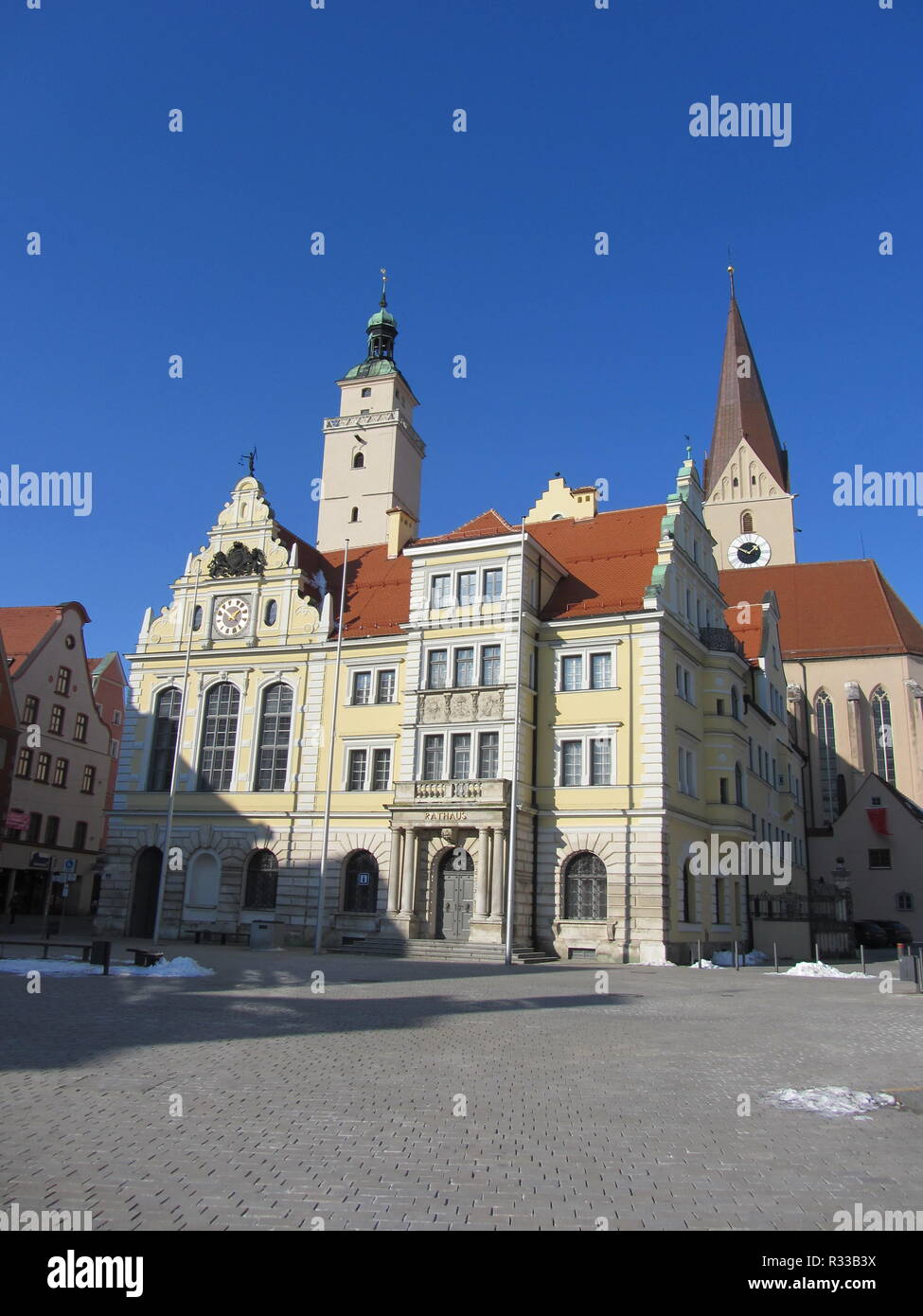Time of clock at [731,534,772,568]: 1:49
